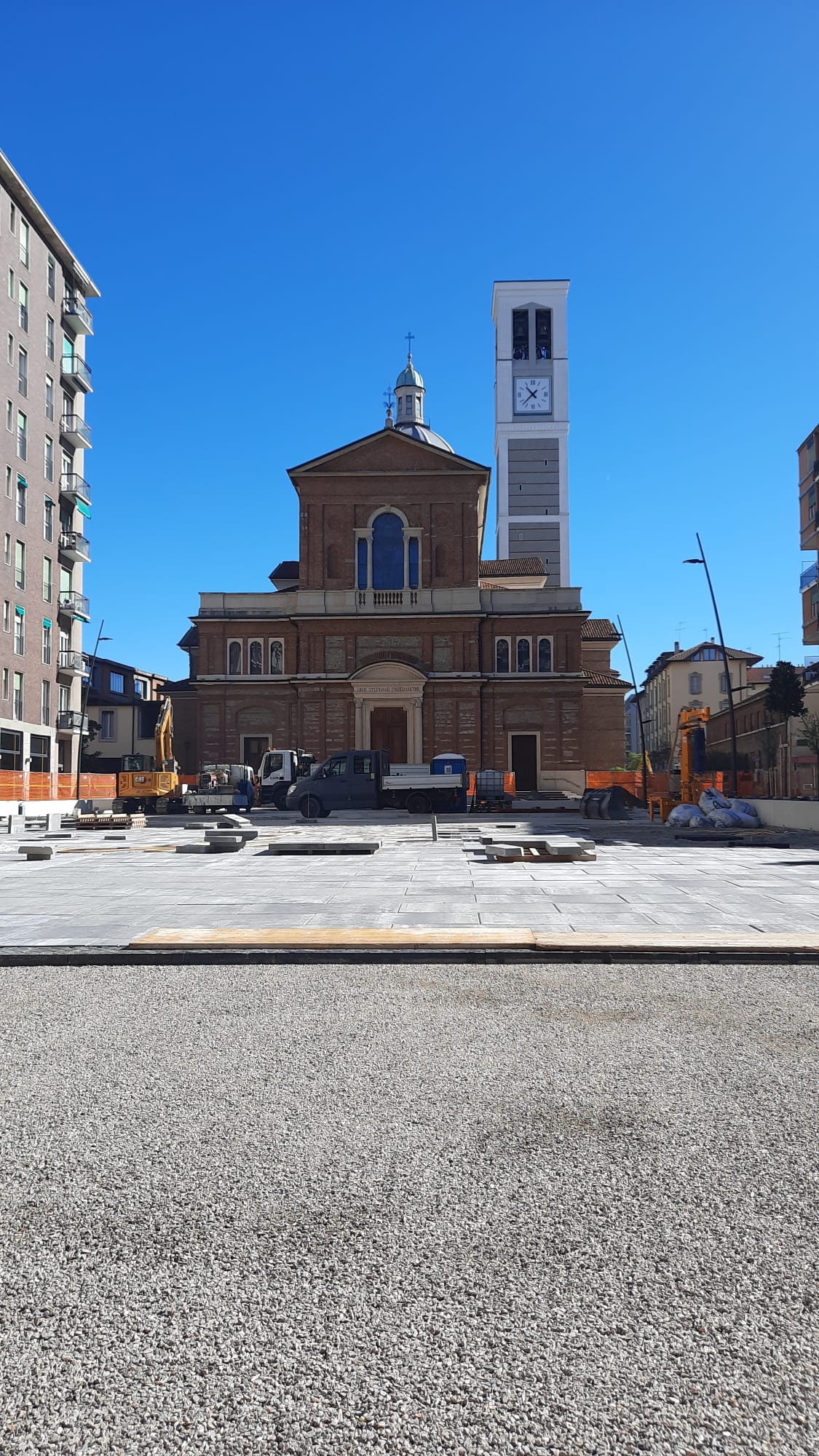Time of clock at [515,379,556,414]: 10:37
